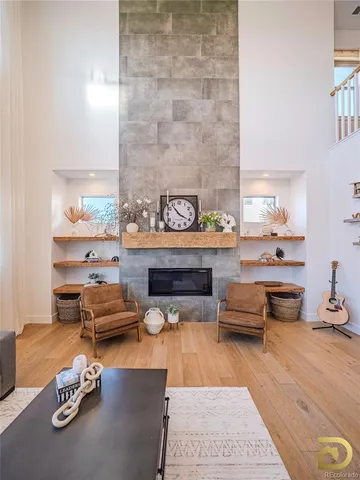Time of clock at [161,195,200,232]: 3:53
